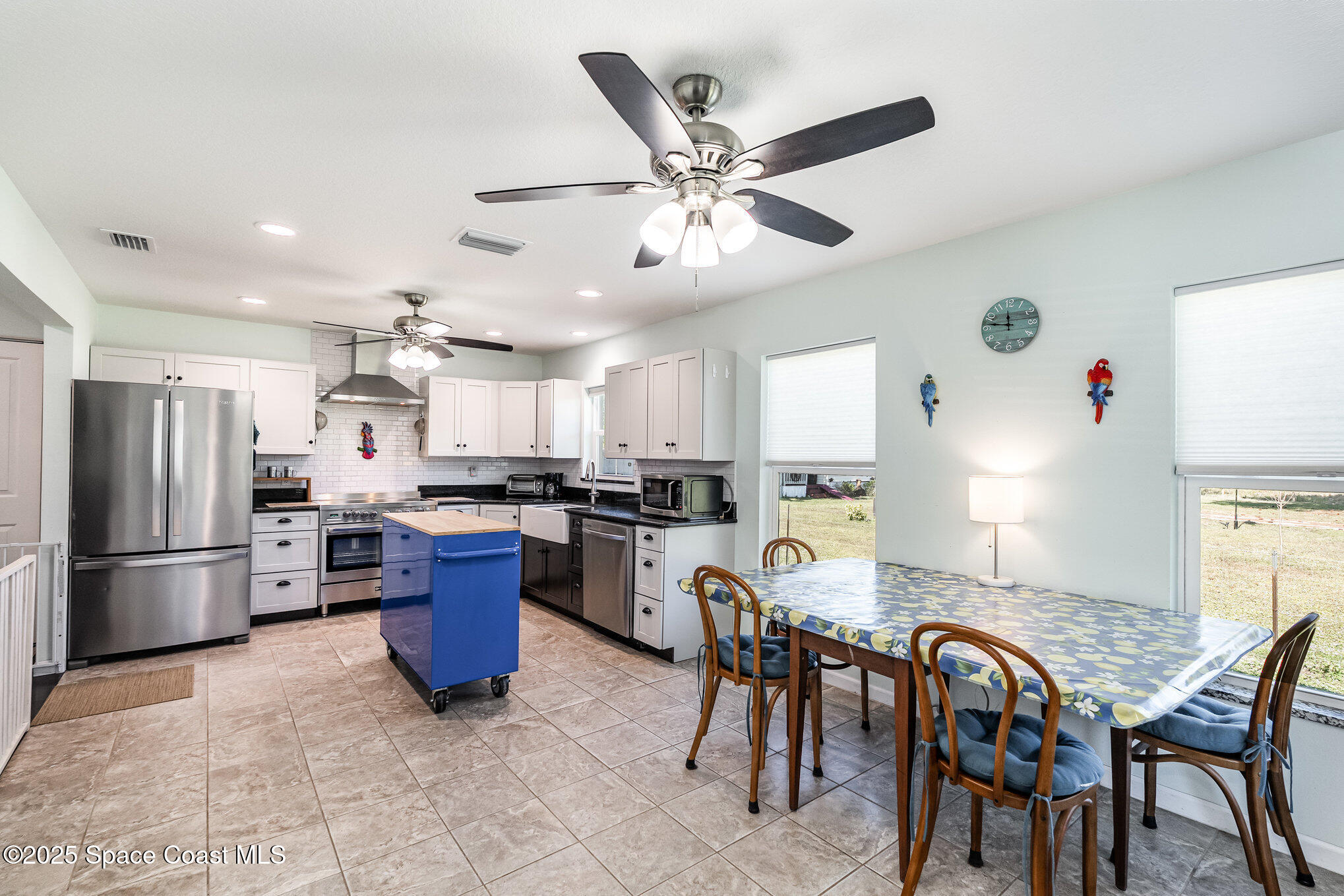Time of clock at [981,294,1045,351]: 11:46
